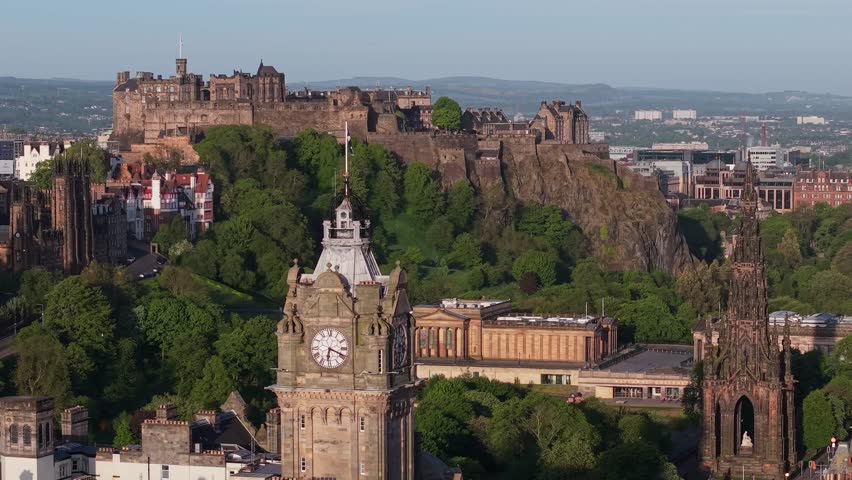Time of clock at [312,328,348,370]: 6:18
